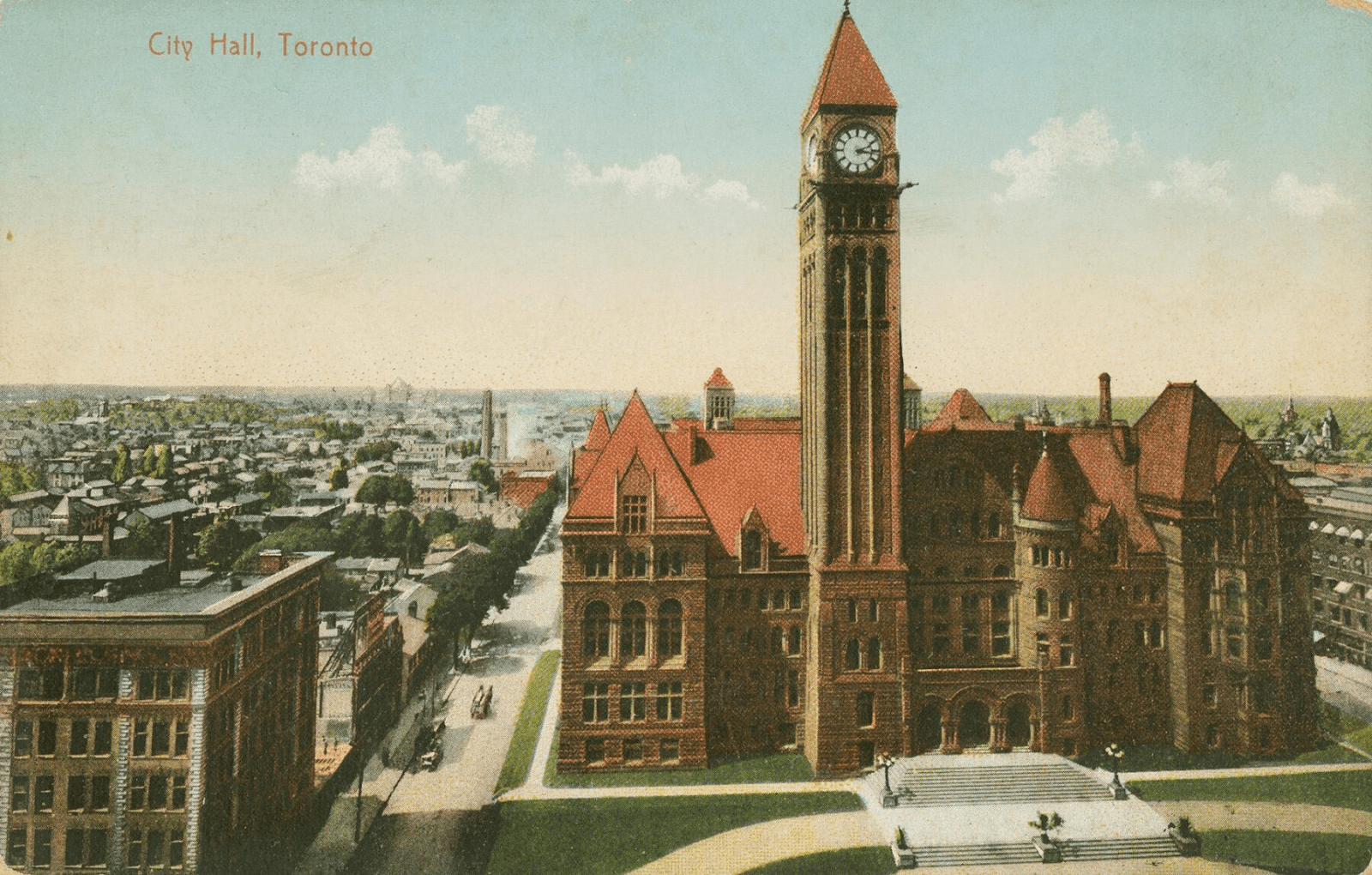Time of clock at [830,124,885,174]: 2:16
